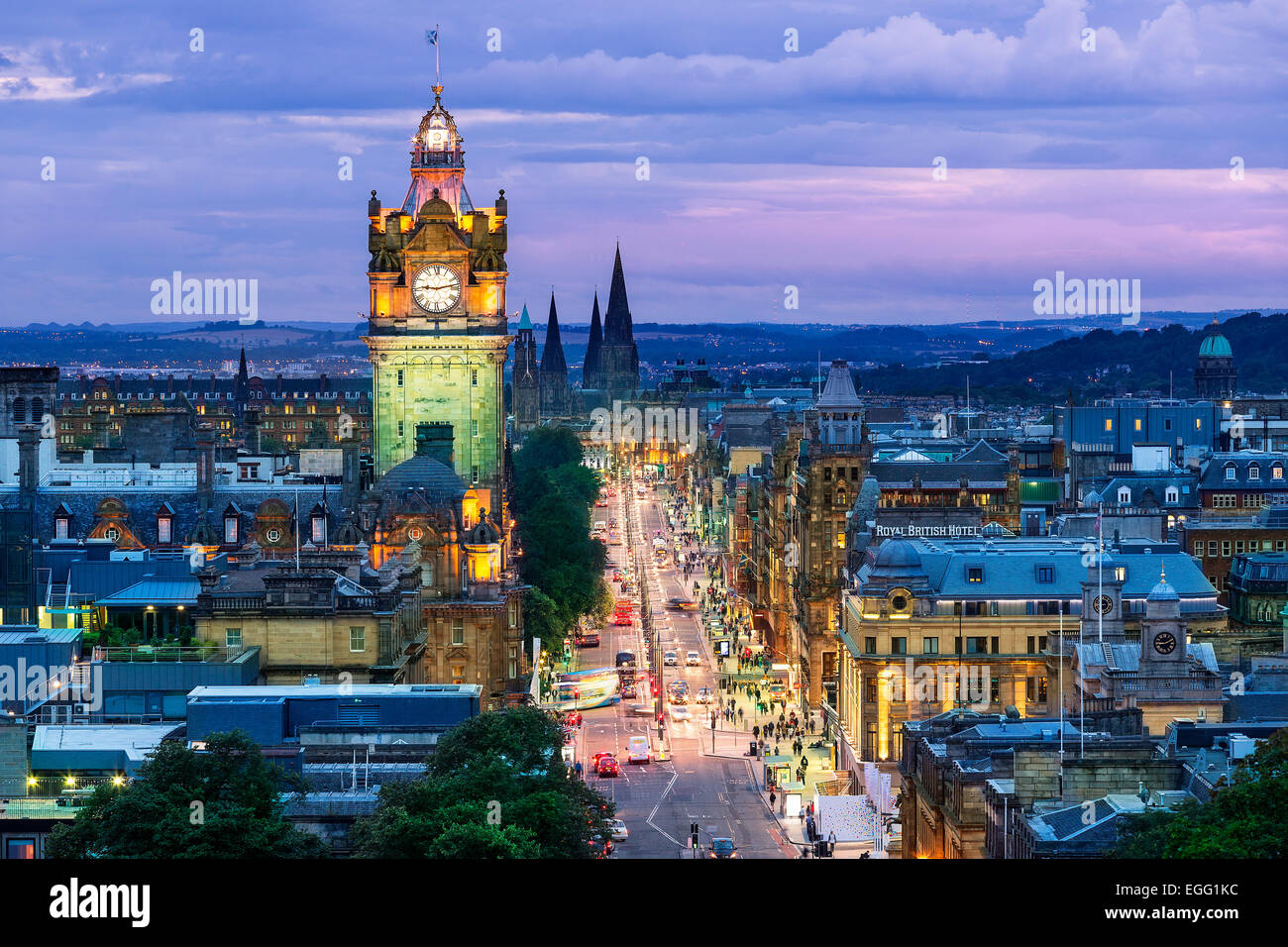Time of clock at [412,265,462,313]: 9:12
